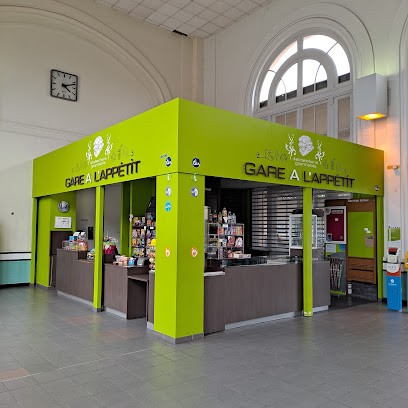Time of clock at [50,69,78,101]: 4:11
